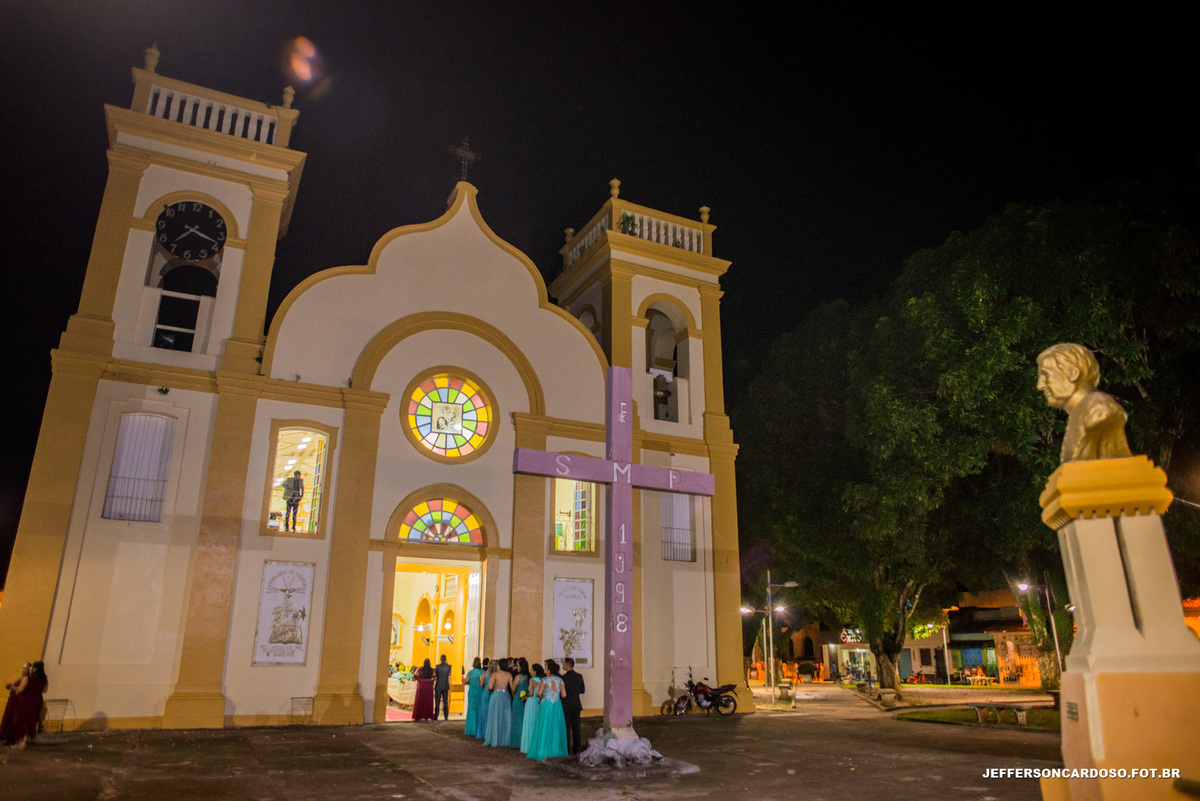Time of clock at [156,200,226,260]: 7:18
